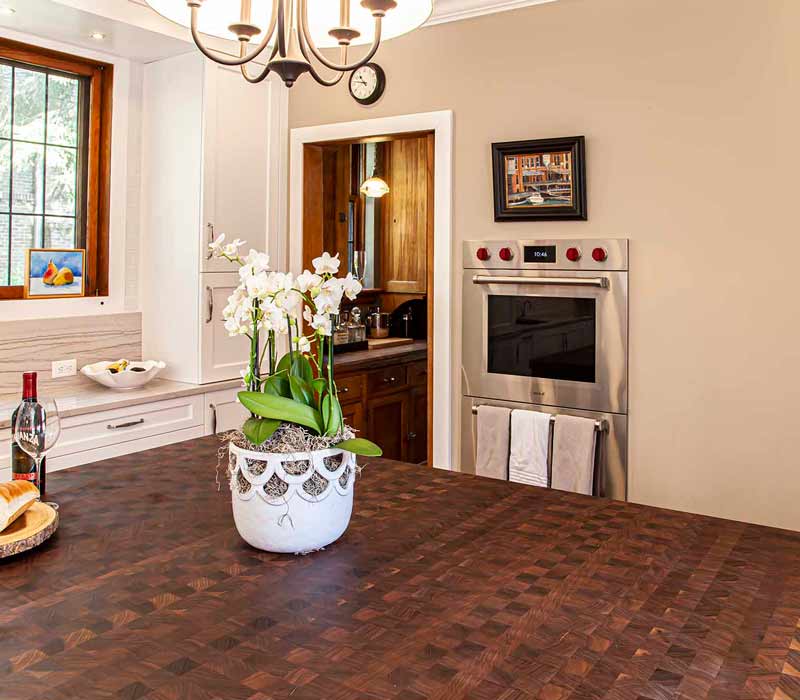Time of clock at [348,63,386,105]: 10:47
